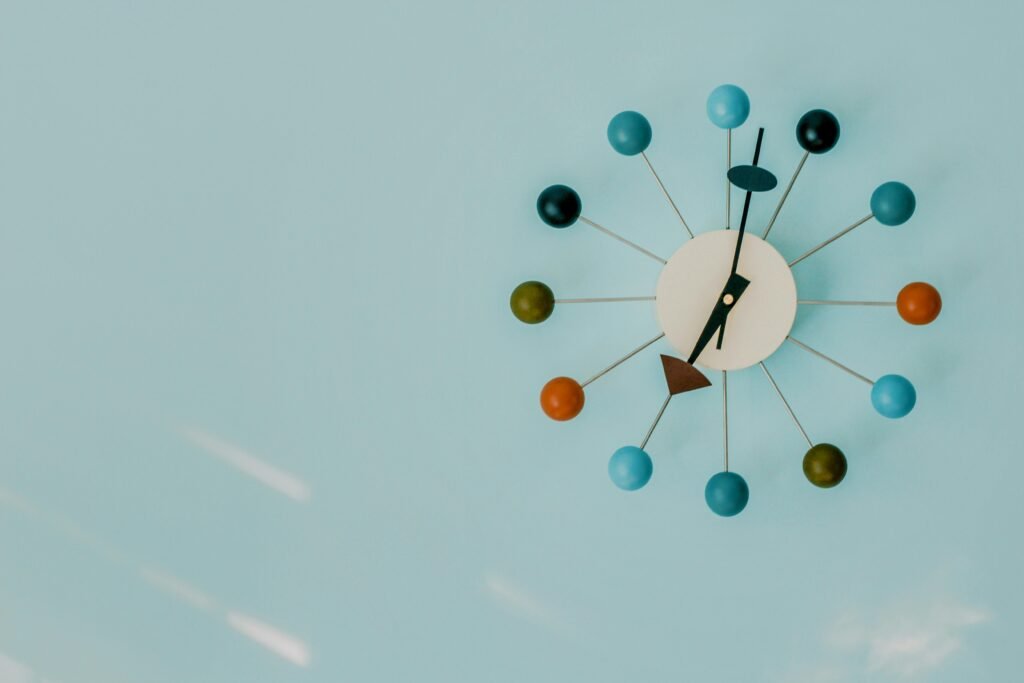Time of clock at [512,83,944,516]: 7:01
